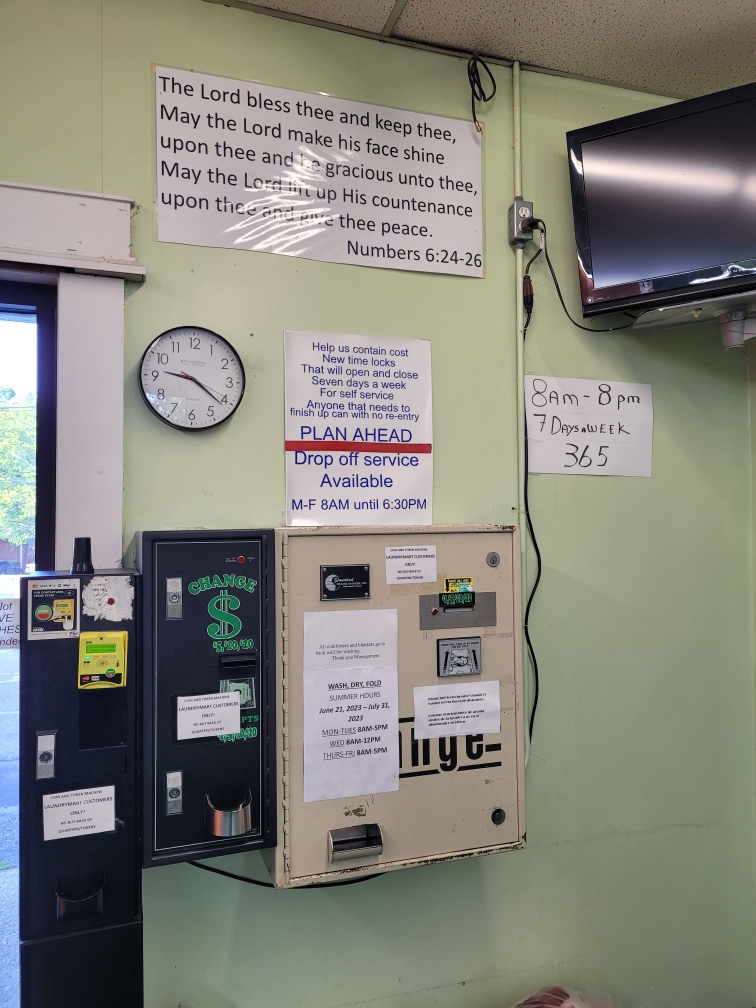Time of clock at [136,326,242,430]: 9:21
